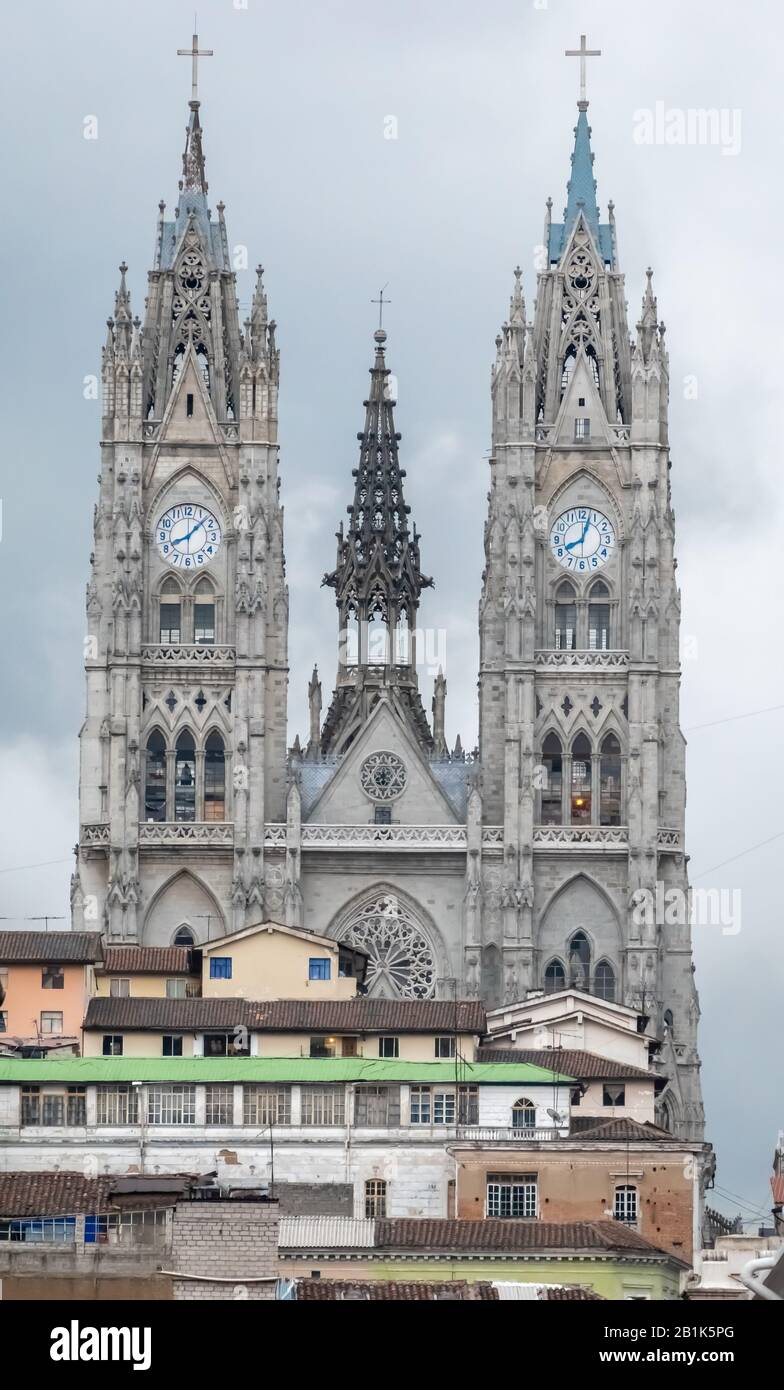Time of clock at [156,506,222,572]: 8:07
